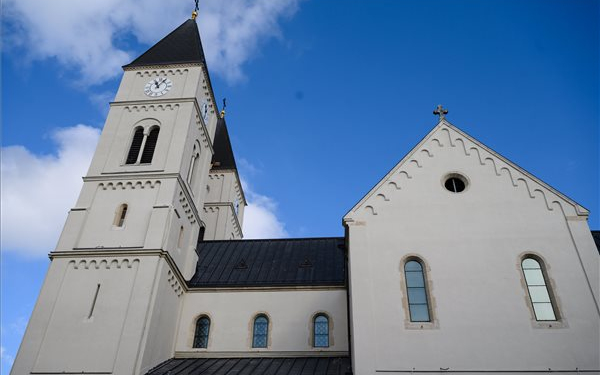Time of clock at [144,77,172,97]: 11:07
